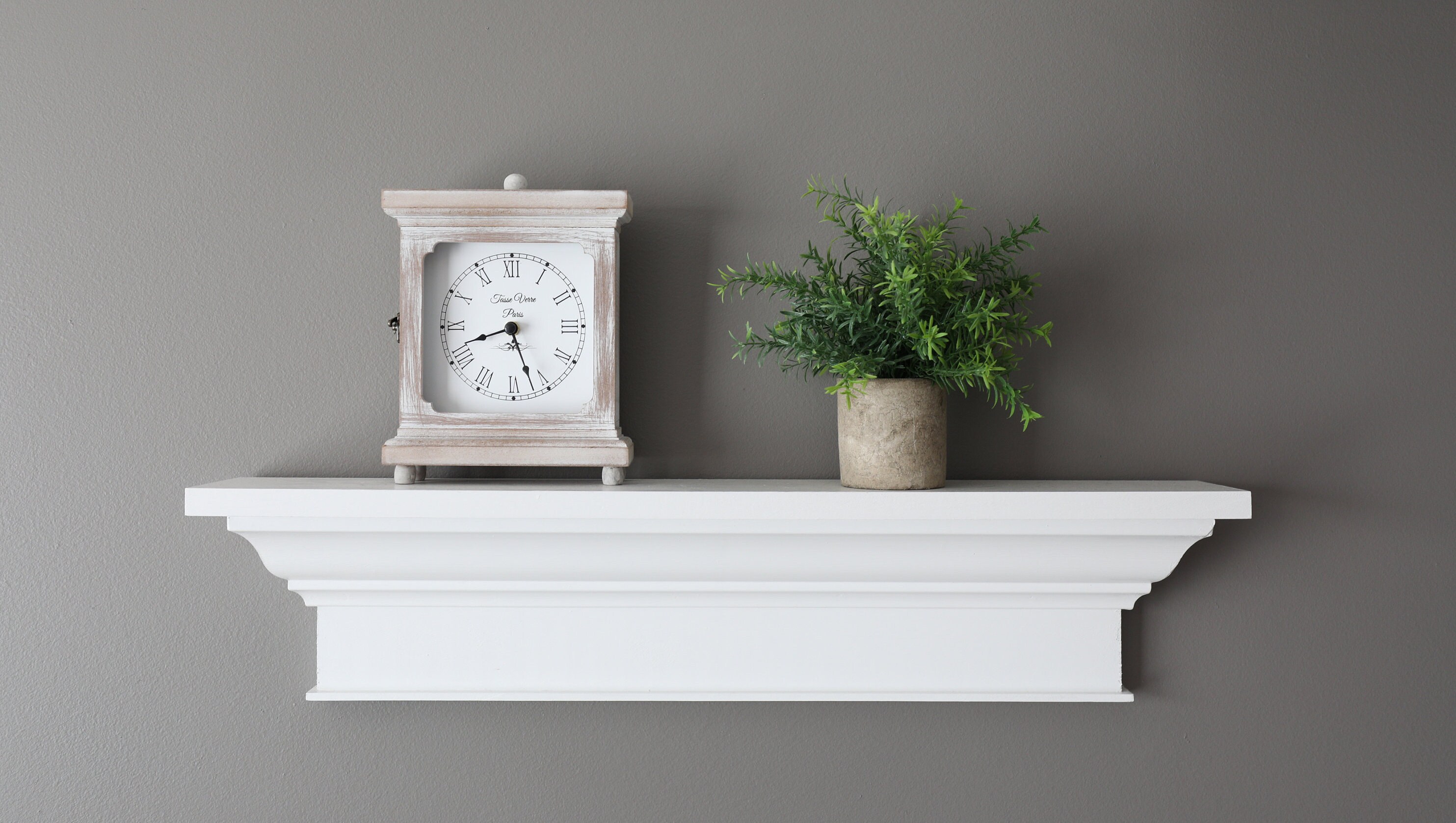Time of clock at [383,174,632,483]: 8:26
